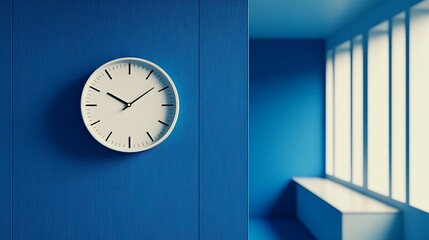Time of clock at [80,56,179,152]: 10:08
